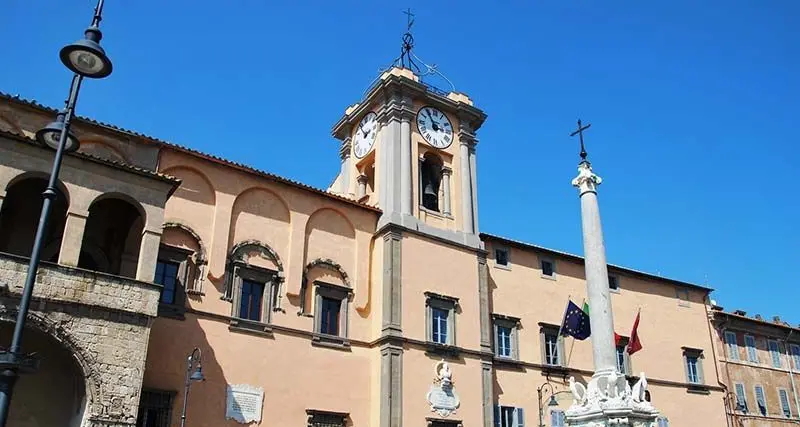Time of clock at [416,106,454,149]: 2:54
